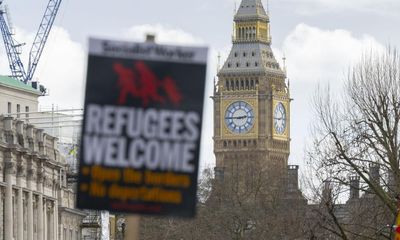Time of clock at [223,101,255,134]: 2:45
